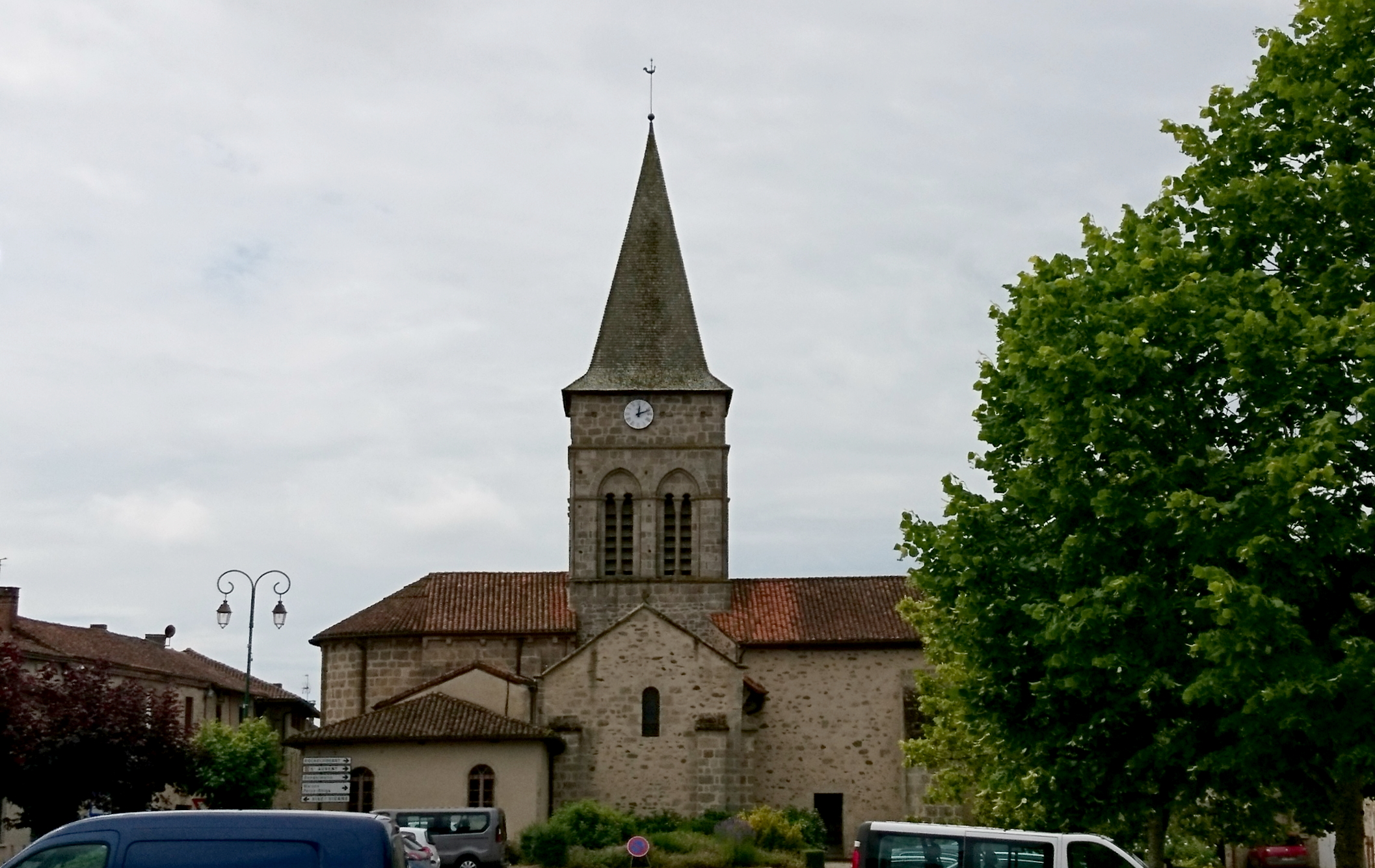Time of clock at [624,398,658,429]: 12:11
